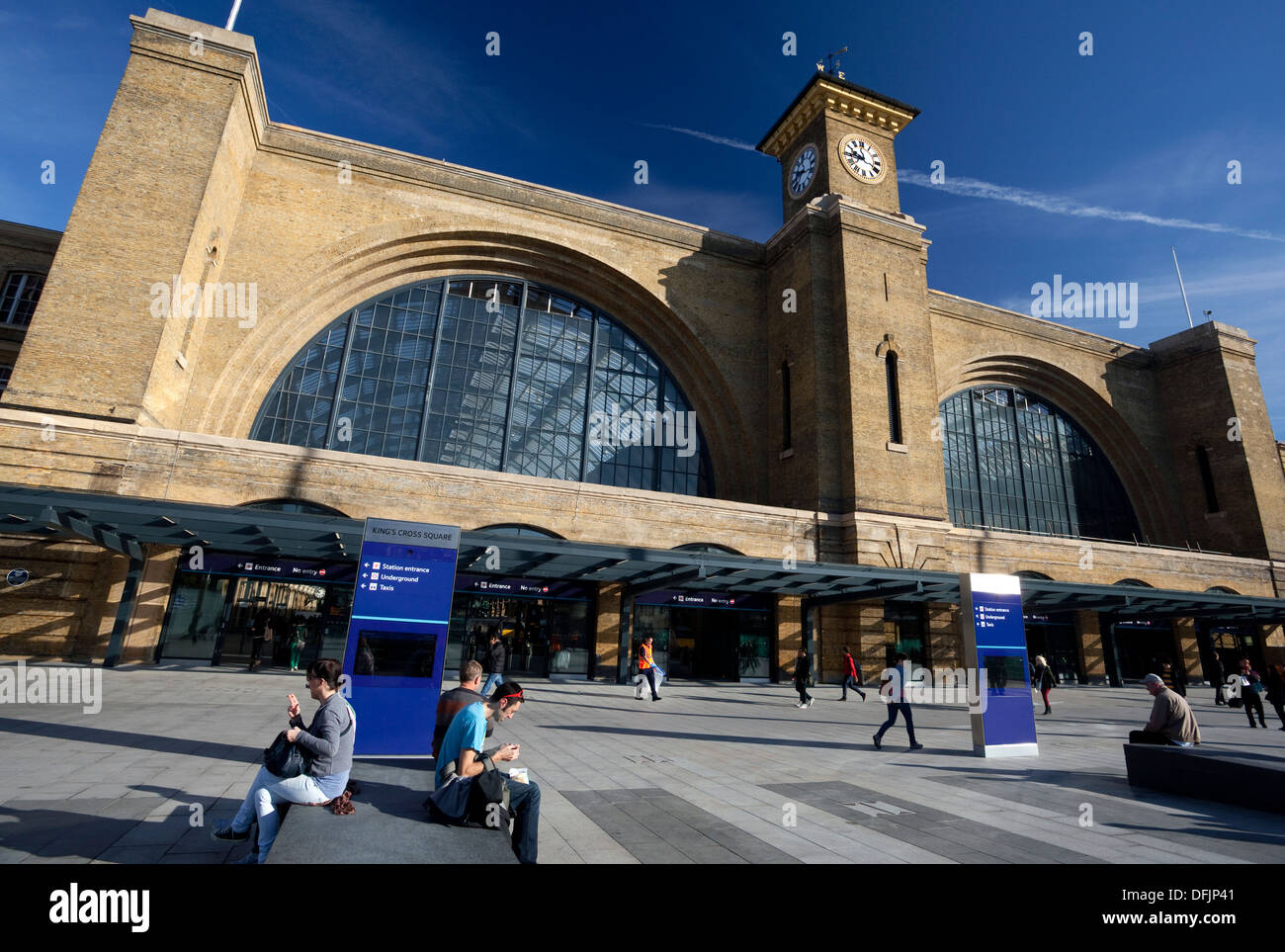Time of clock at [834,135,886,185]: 9:44
